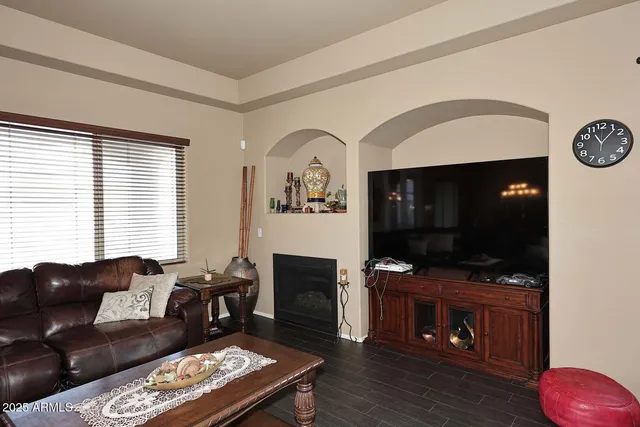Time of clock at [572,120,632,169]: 11:07
